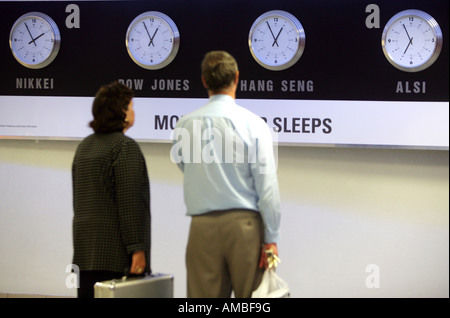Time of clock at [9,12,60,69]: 1:55
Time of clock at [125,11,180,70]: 12:55
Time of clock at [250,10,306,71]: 12:55
